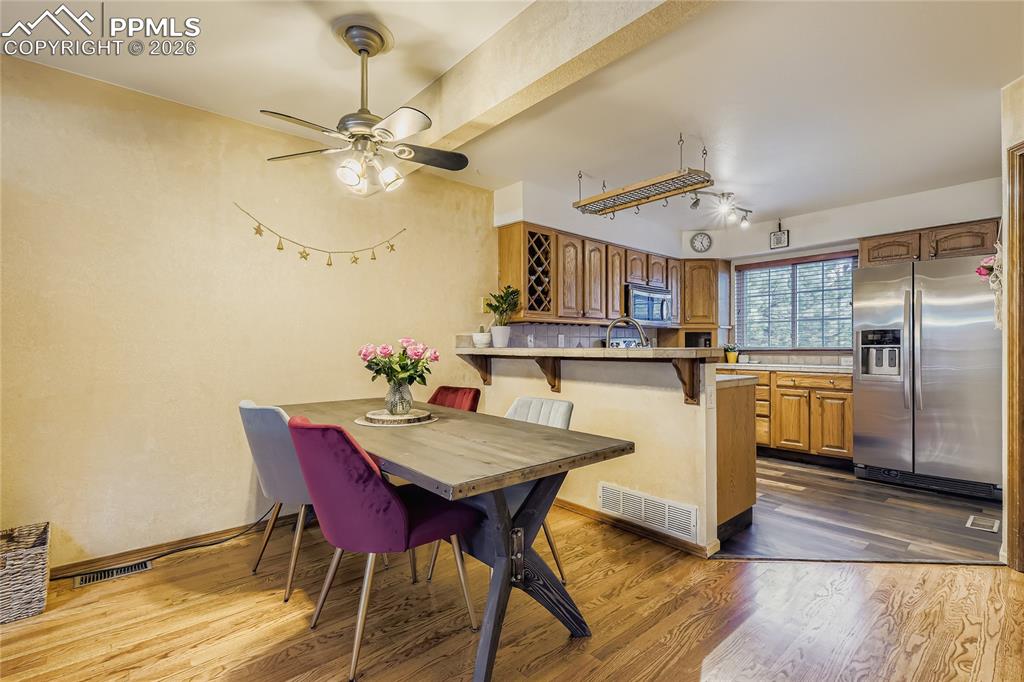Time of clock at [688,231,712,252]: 5:03
